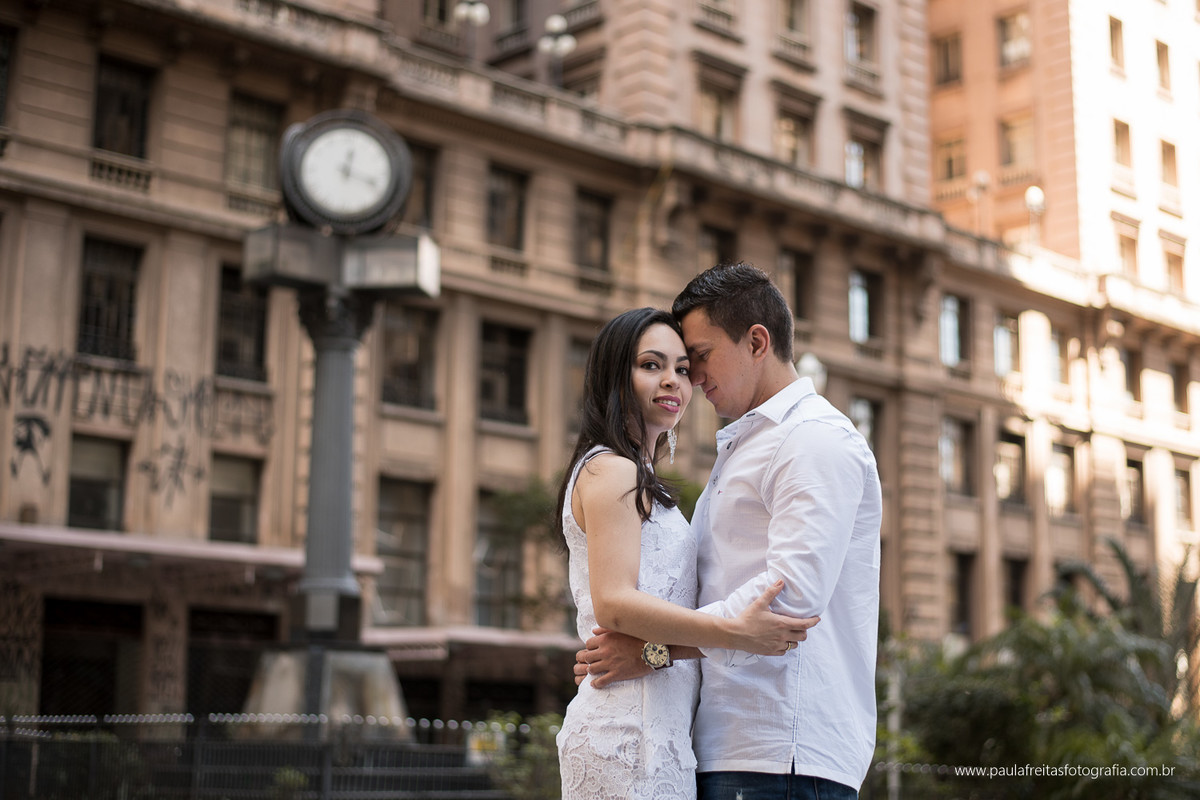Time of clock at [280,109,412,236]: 12:18
